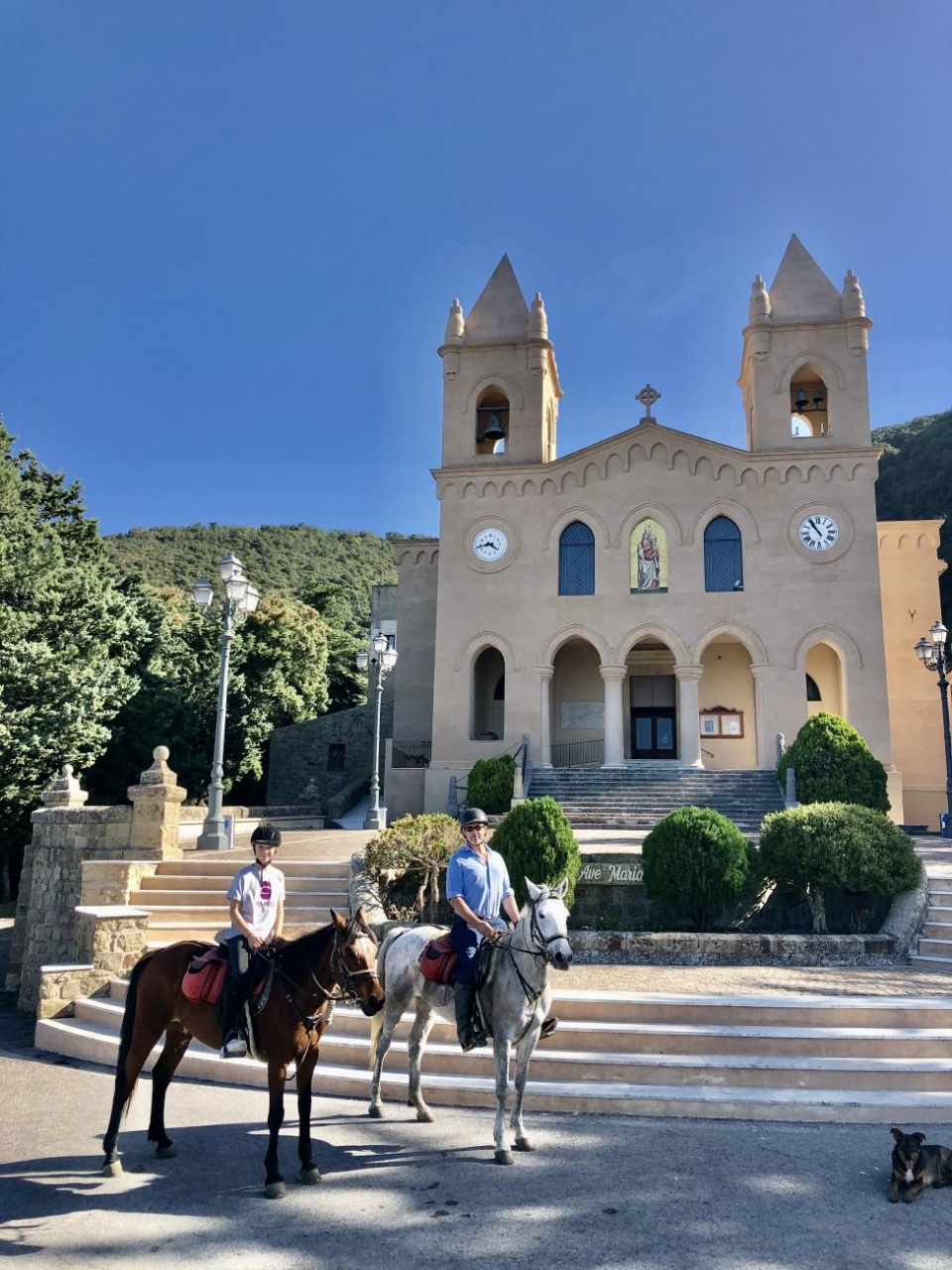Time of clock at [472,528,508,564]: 3:42
